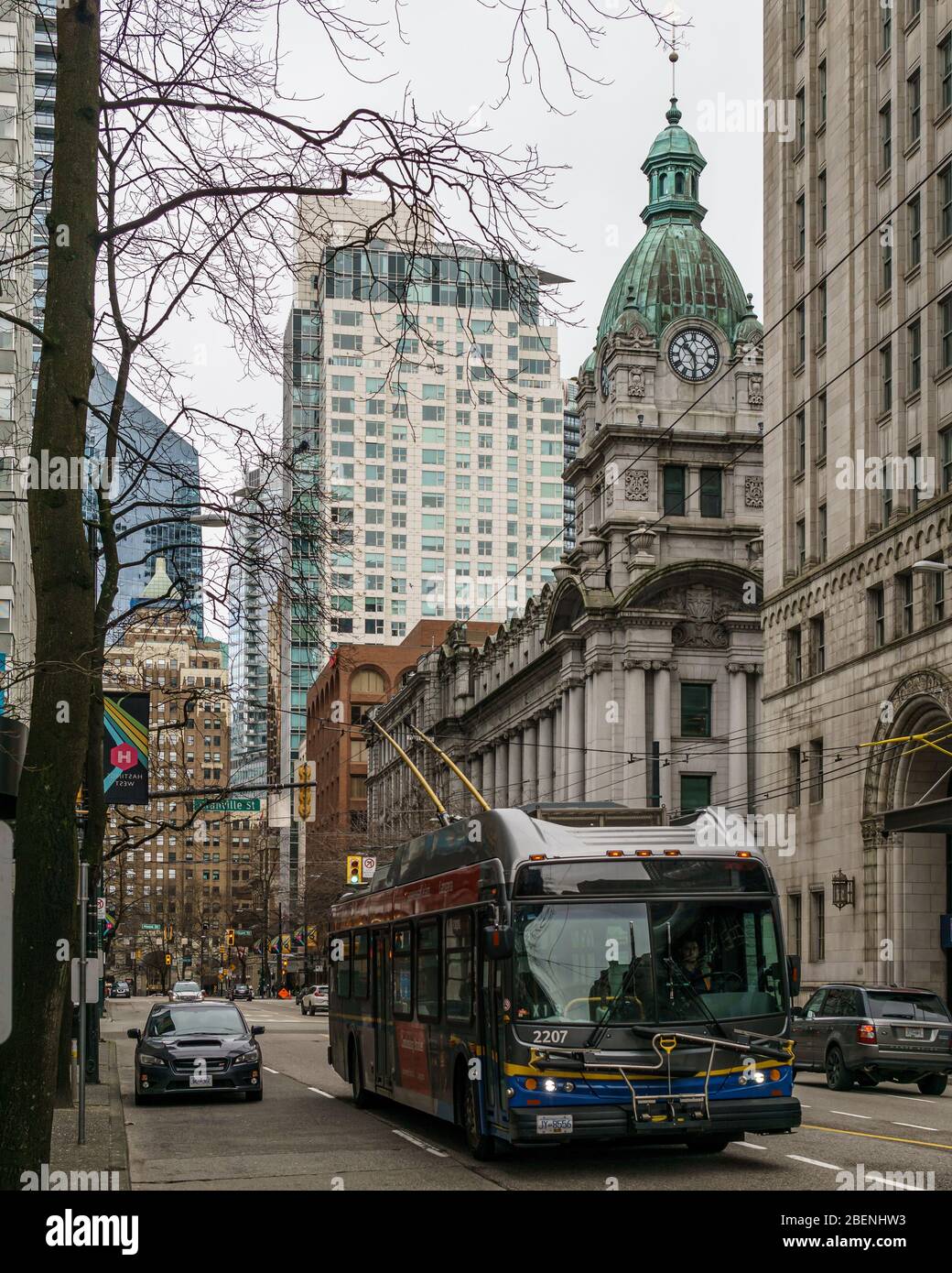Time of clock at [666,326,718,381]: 10:28
